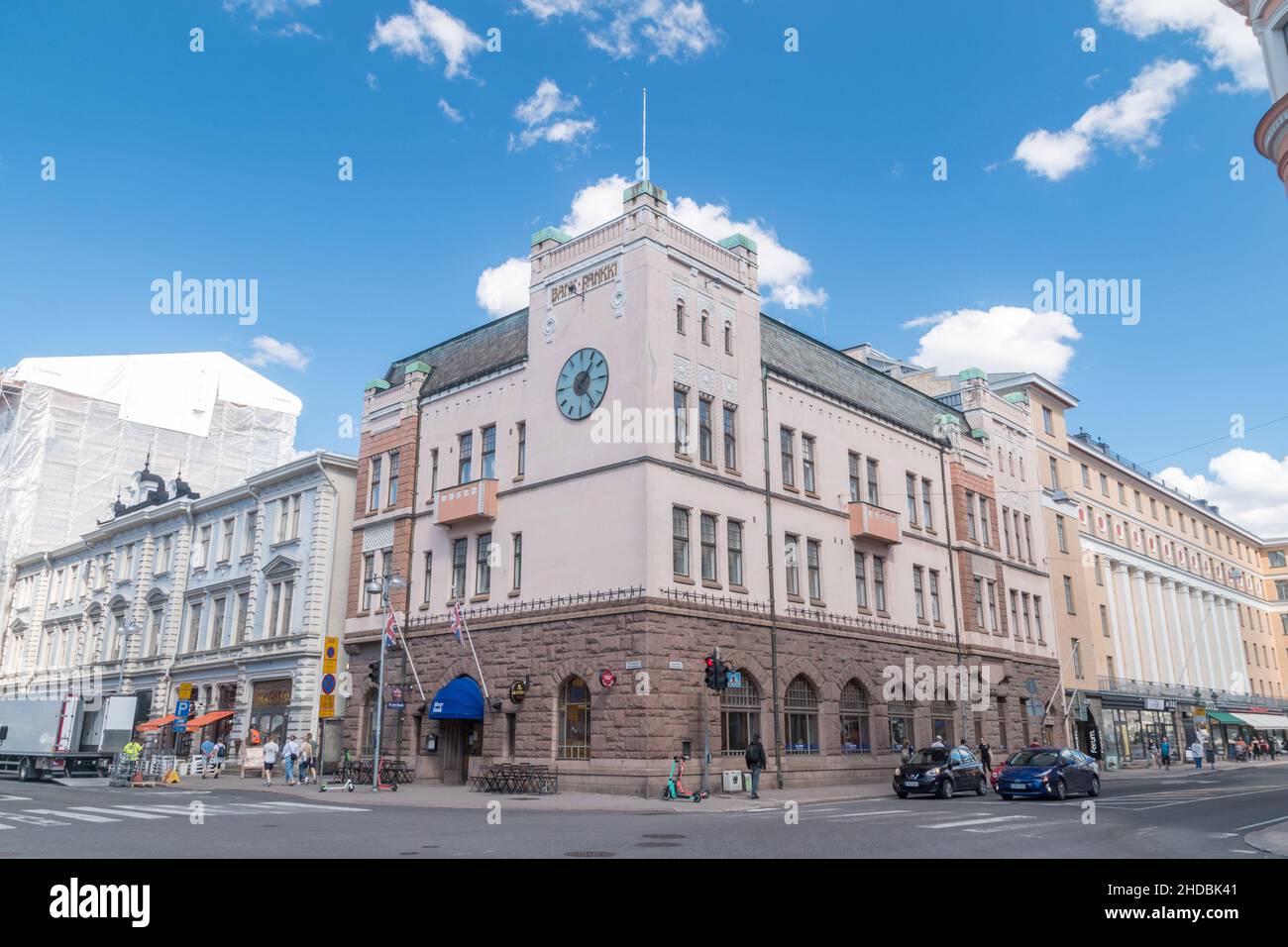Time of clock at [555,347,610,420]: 1:23
